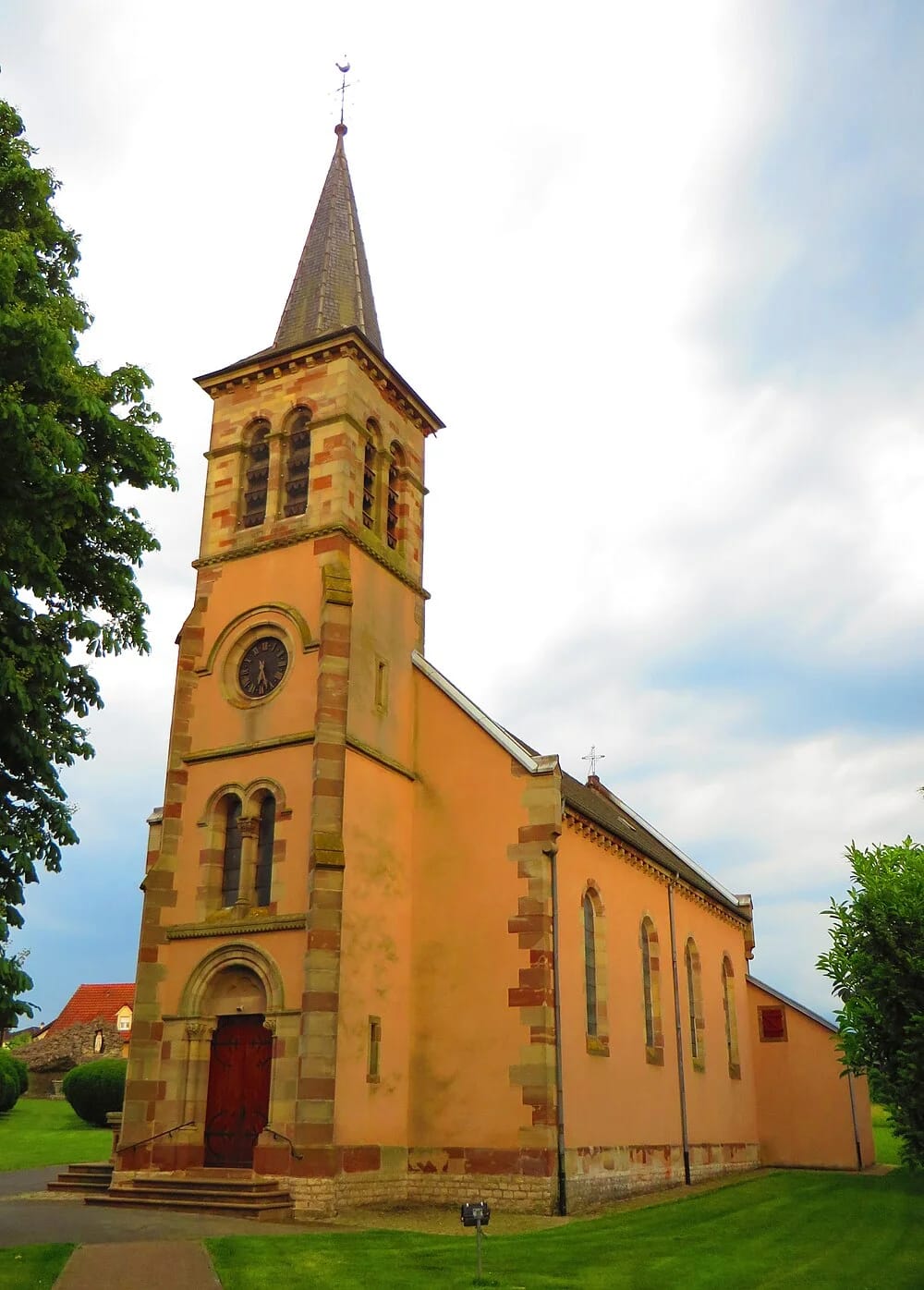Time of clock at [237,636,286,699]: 6:25
